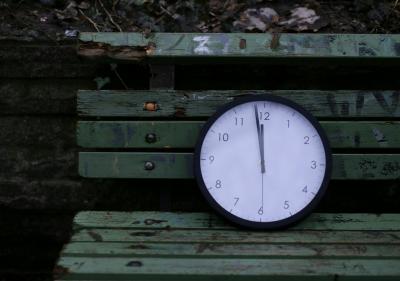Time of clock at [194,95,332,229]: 11:58
